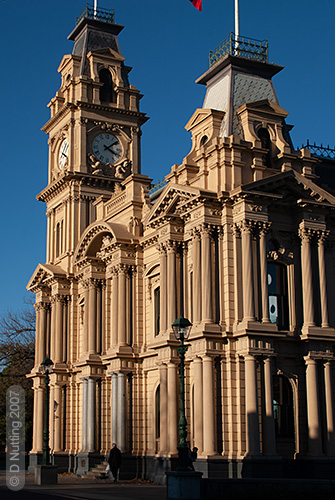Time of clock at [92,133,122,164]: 4:08
